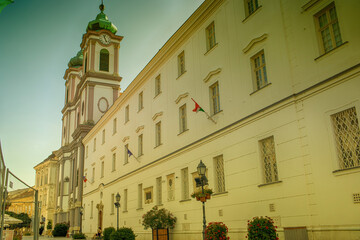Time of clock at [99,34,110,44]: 4:57
